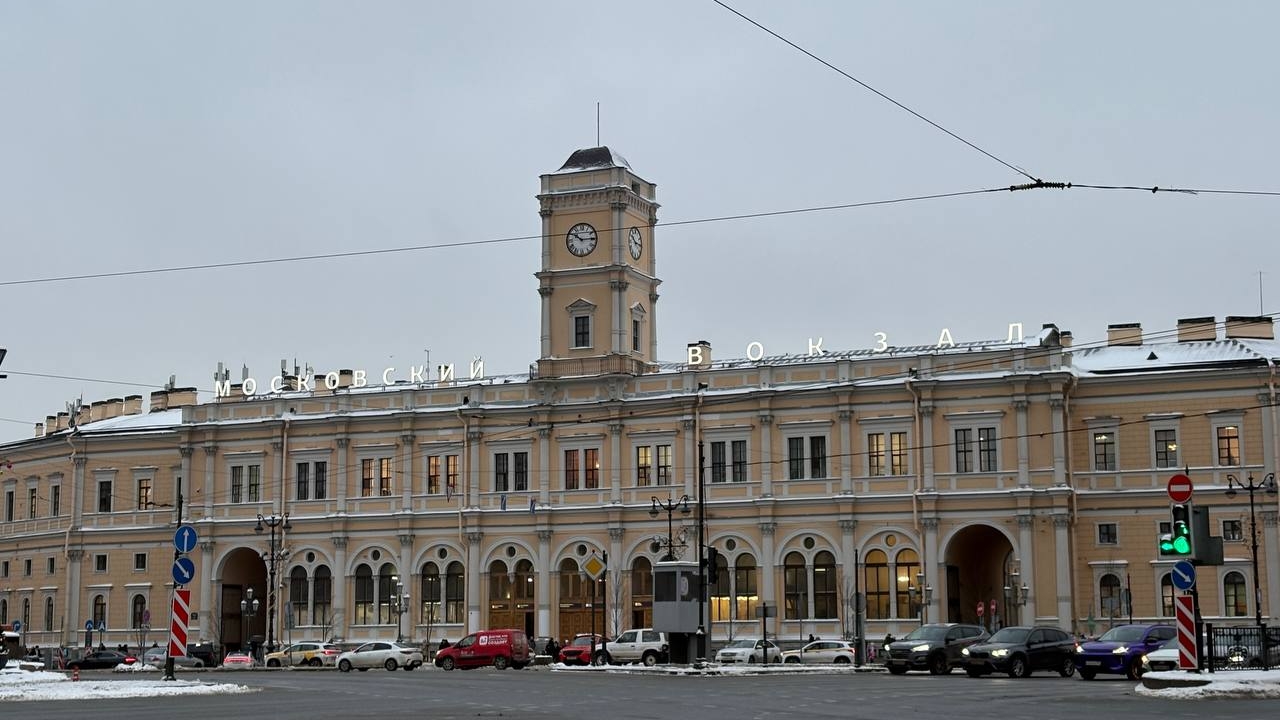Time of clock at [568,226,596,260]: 10:14
